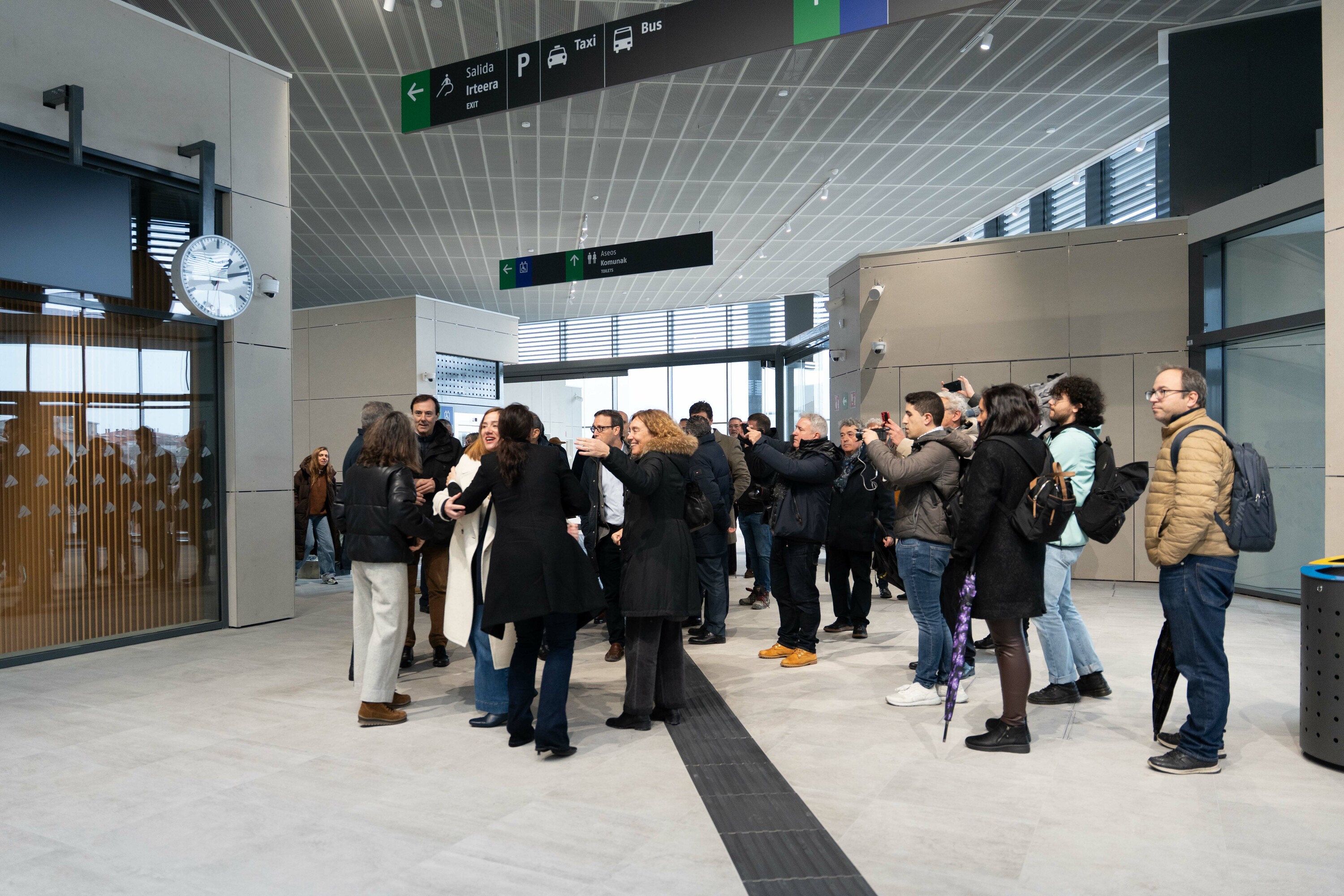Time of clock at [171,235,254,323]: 1:12
